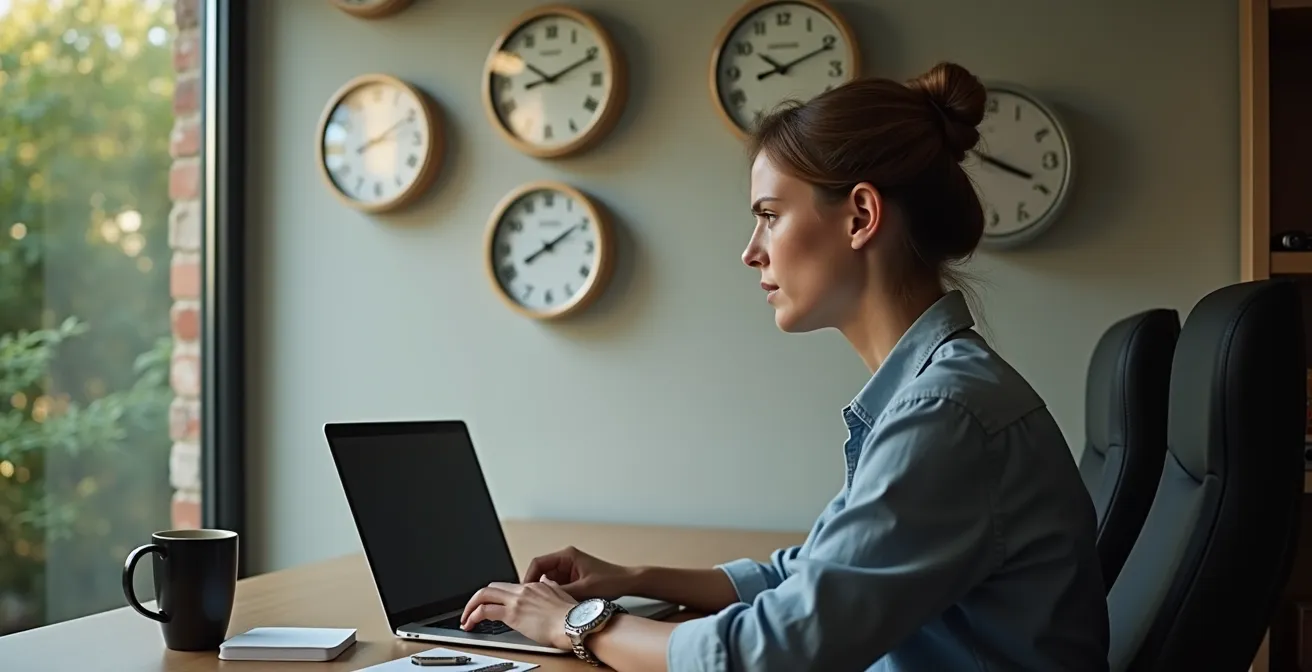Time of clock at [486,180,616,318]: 8:09
